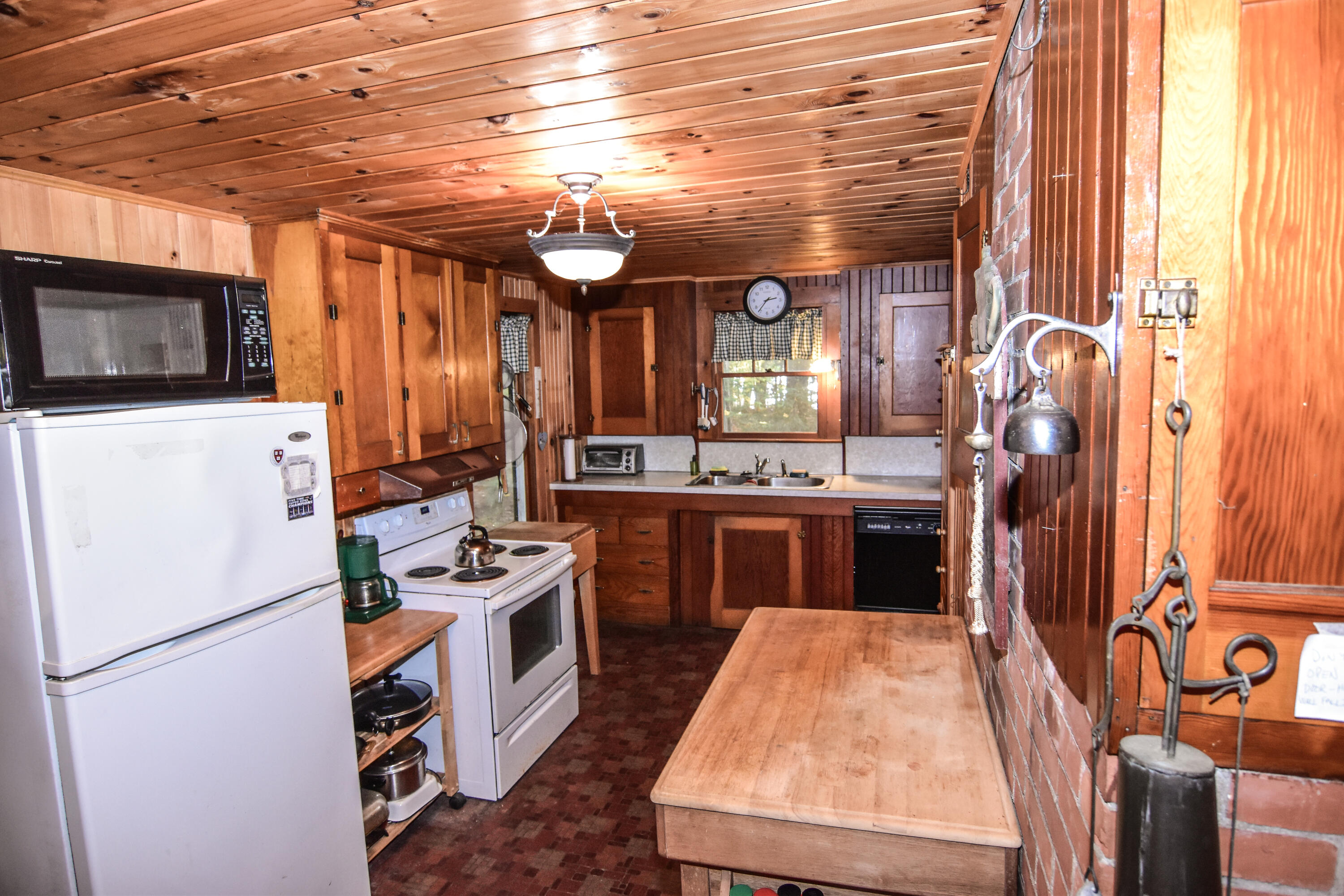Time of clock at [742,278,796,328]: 2:36
